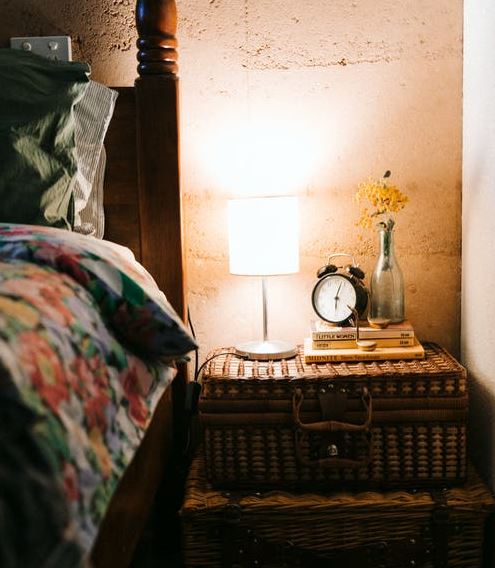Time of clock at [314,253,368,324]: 6:03
